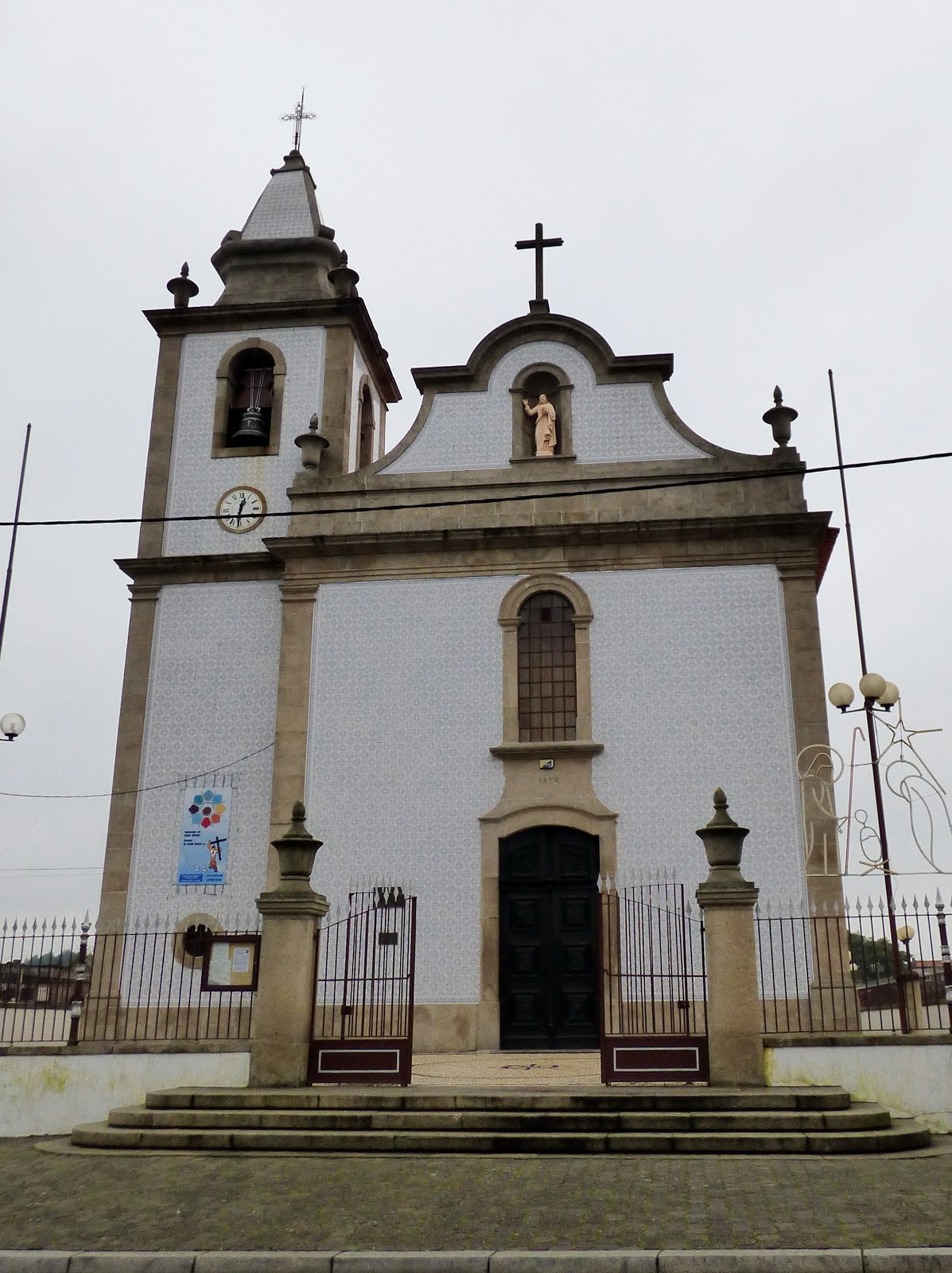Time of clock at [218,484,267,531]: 12:30
